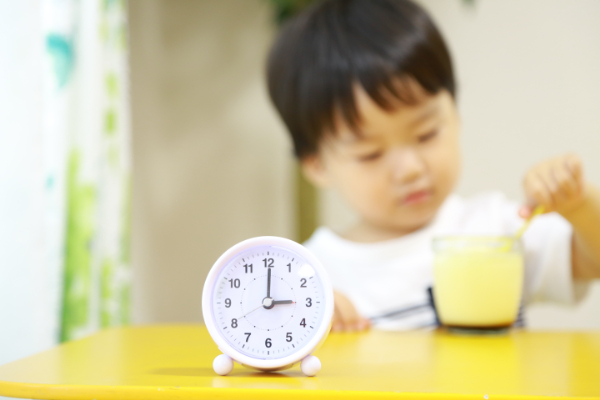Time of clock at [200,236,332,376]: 3:00
